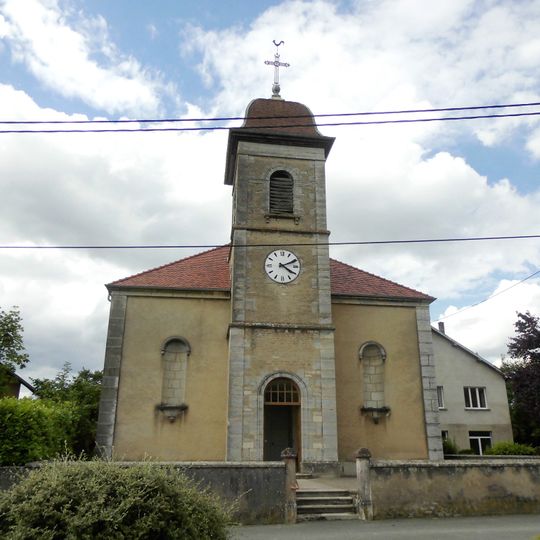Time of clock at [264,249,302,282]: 4:10
